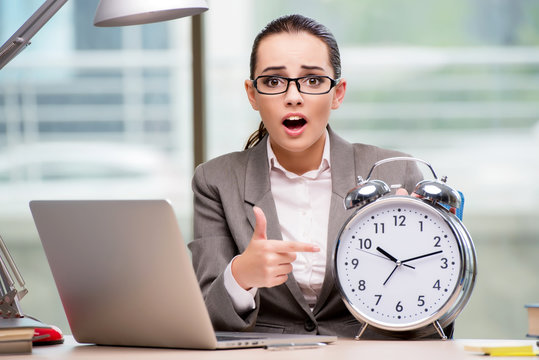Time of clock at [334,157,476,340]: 10:12
